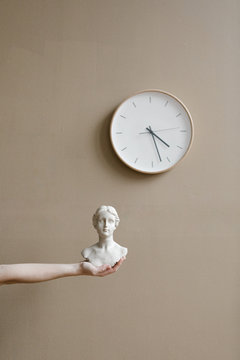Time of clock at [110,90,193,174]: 4:27
